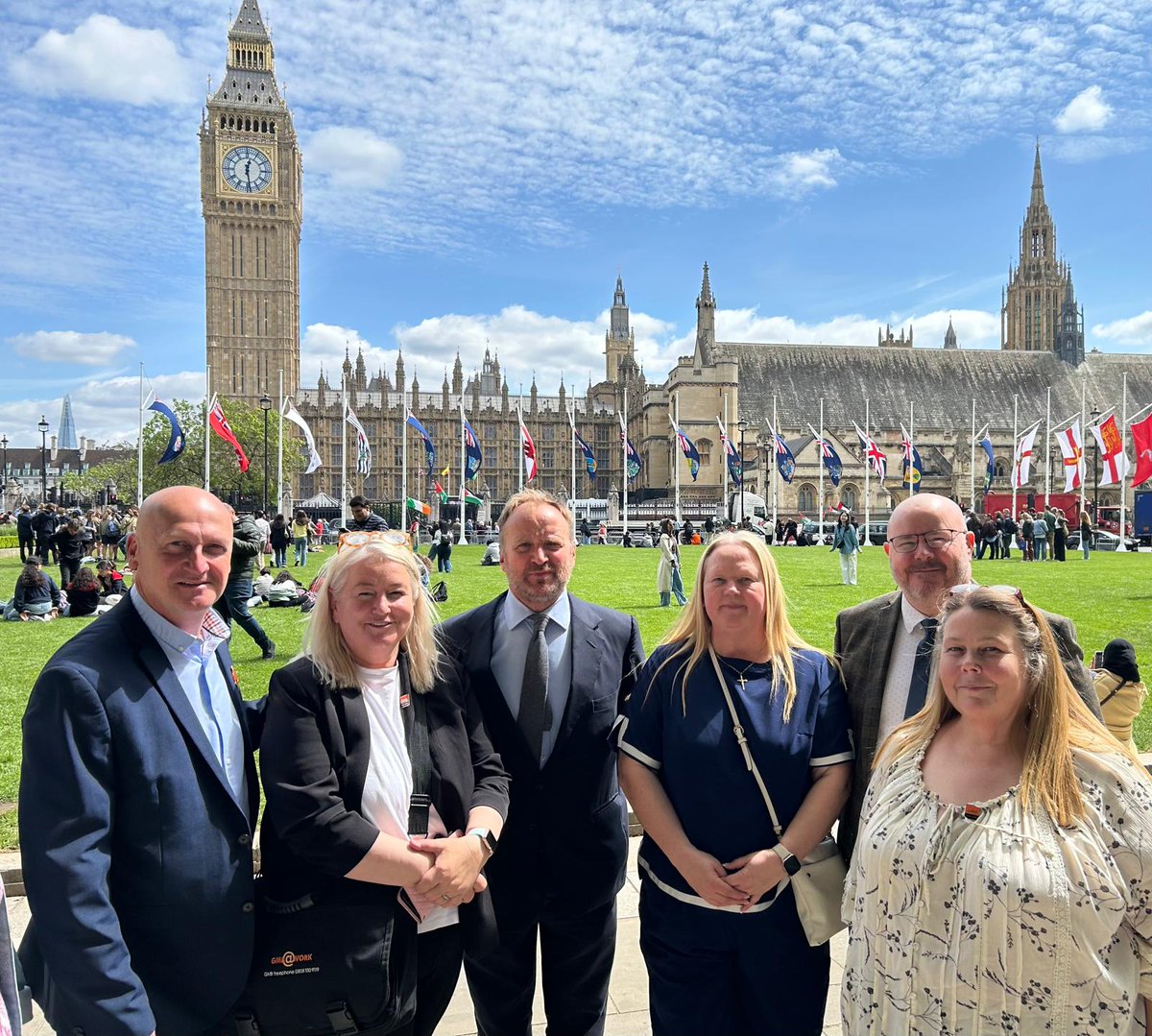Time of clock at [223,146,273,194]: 12:28
